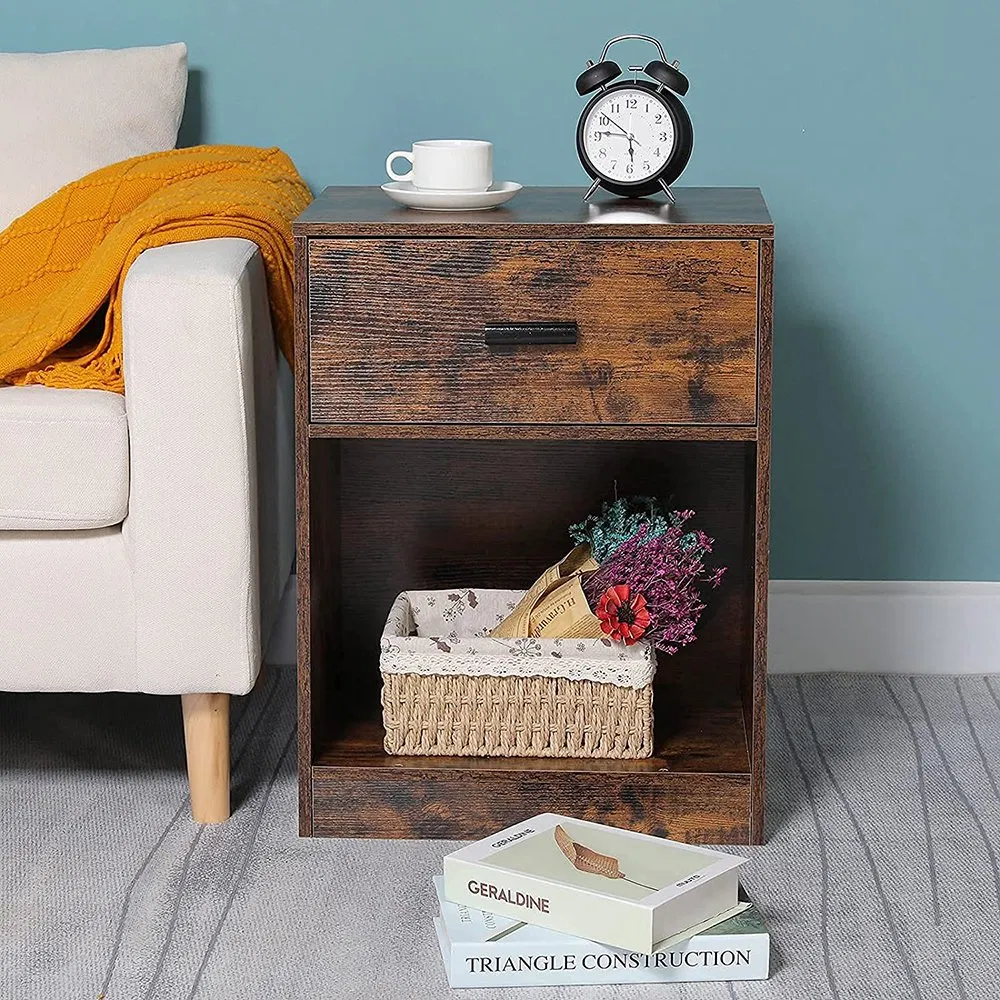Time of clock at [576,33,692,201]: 5:51
